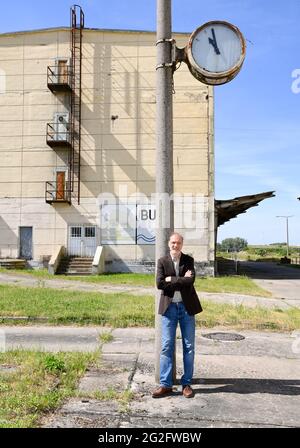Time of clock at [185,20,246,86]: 10:58
